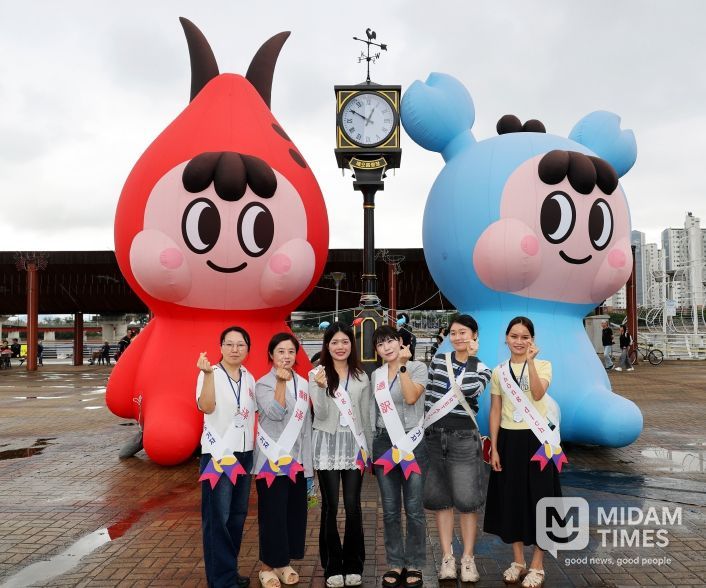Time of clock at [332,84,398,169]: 12:50
